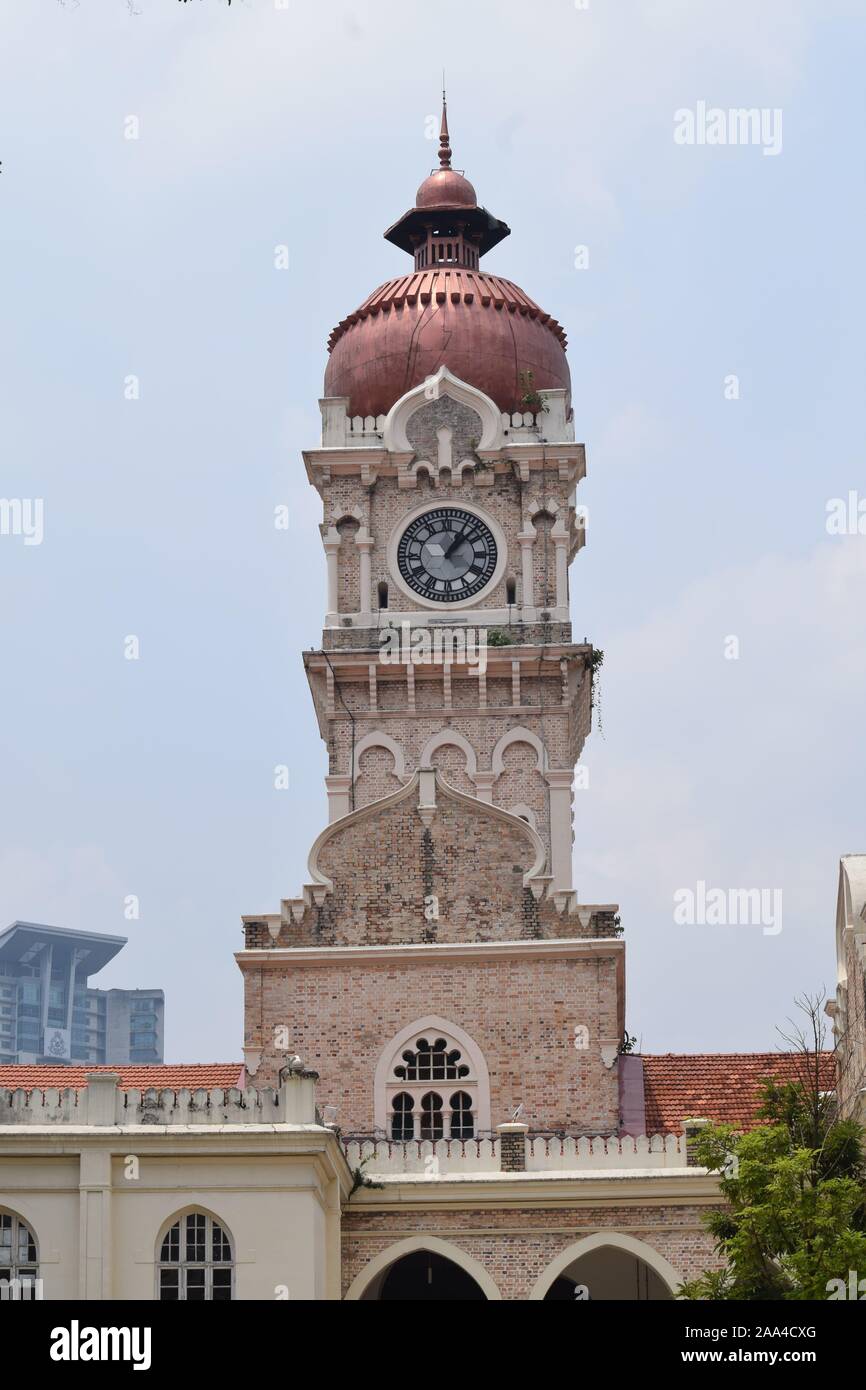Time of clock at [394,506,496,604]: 1:07
